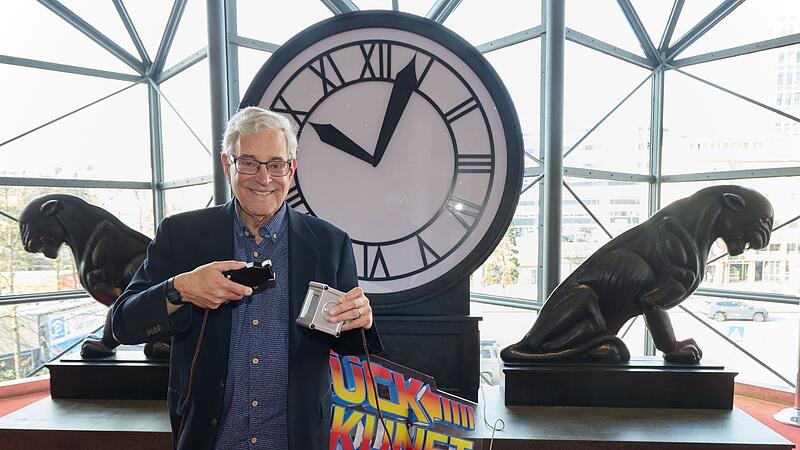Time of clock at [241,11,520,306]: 10:03
